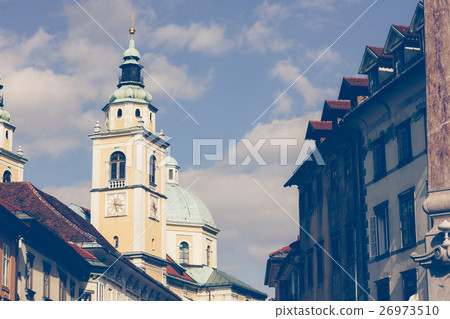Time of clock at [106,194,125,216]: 3:27
